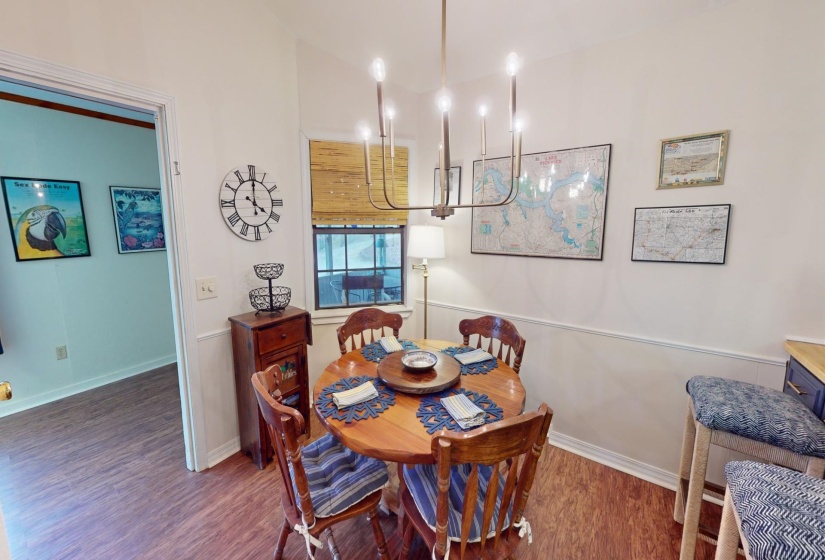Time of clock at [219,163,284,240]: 4:00
